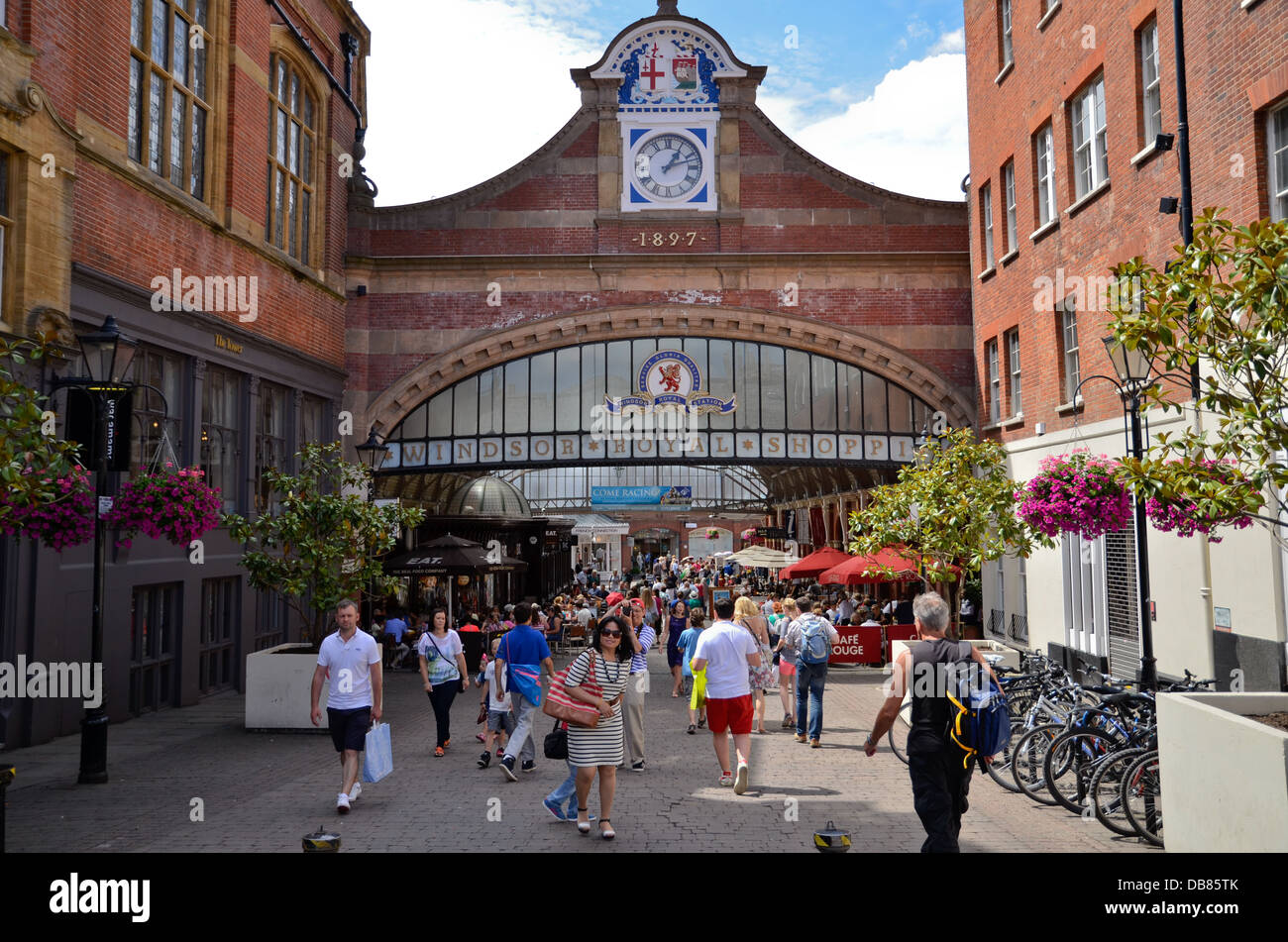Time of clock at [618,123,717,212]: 1:11
